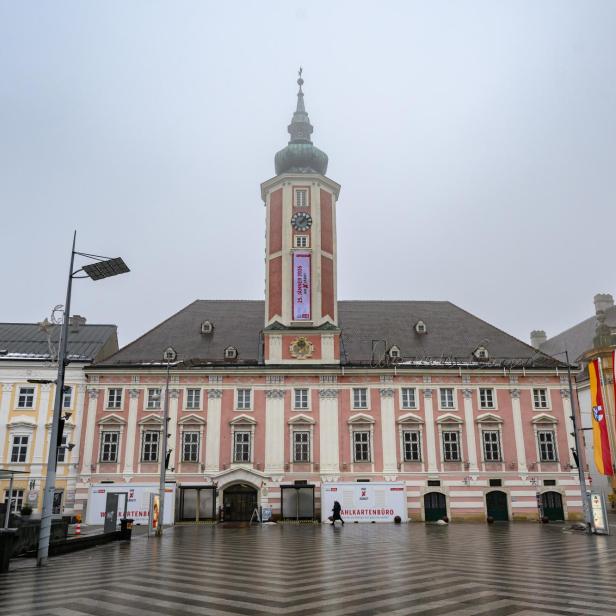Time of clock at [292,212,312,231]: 2:06
